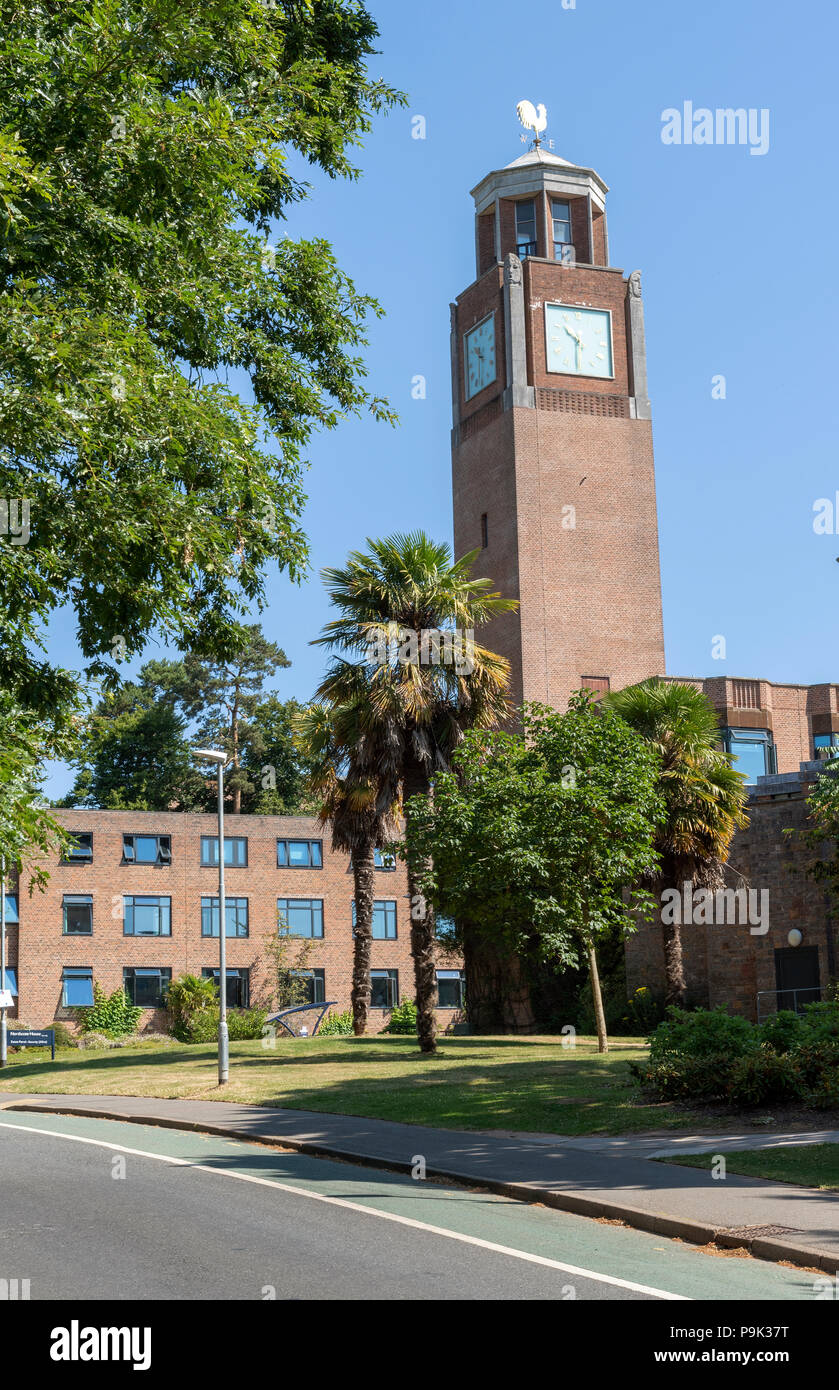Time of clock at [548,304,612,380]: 10:30
